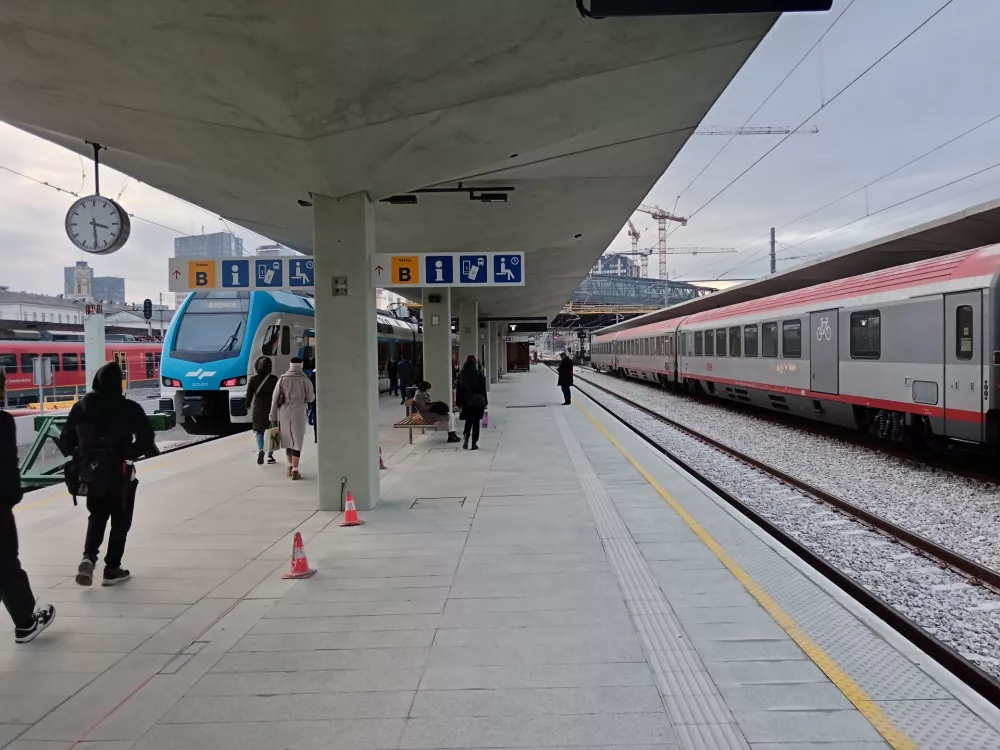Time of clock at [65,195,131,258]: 3:29
